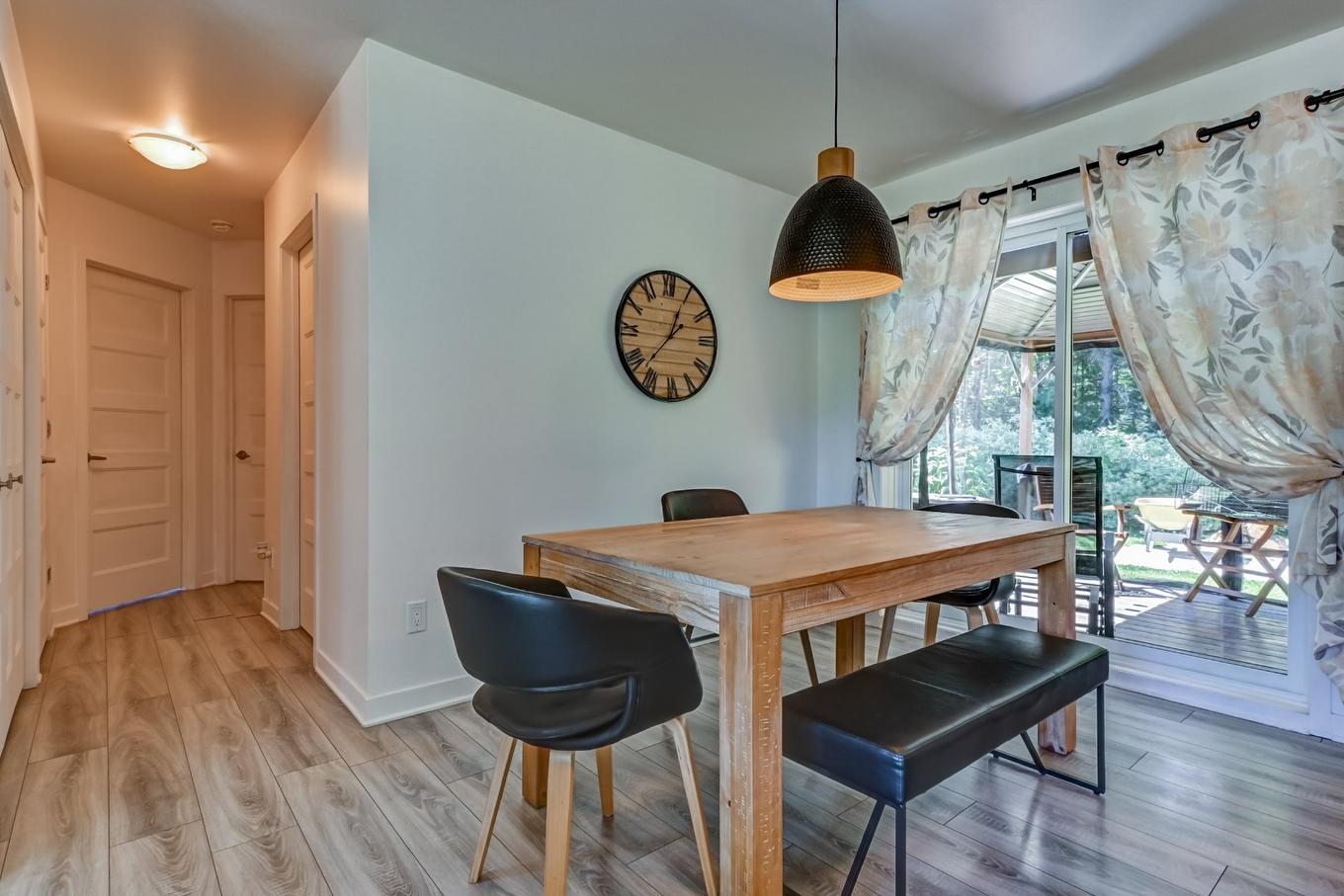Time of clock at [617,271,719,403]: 12:37
